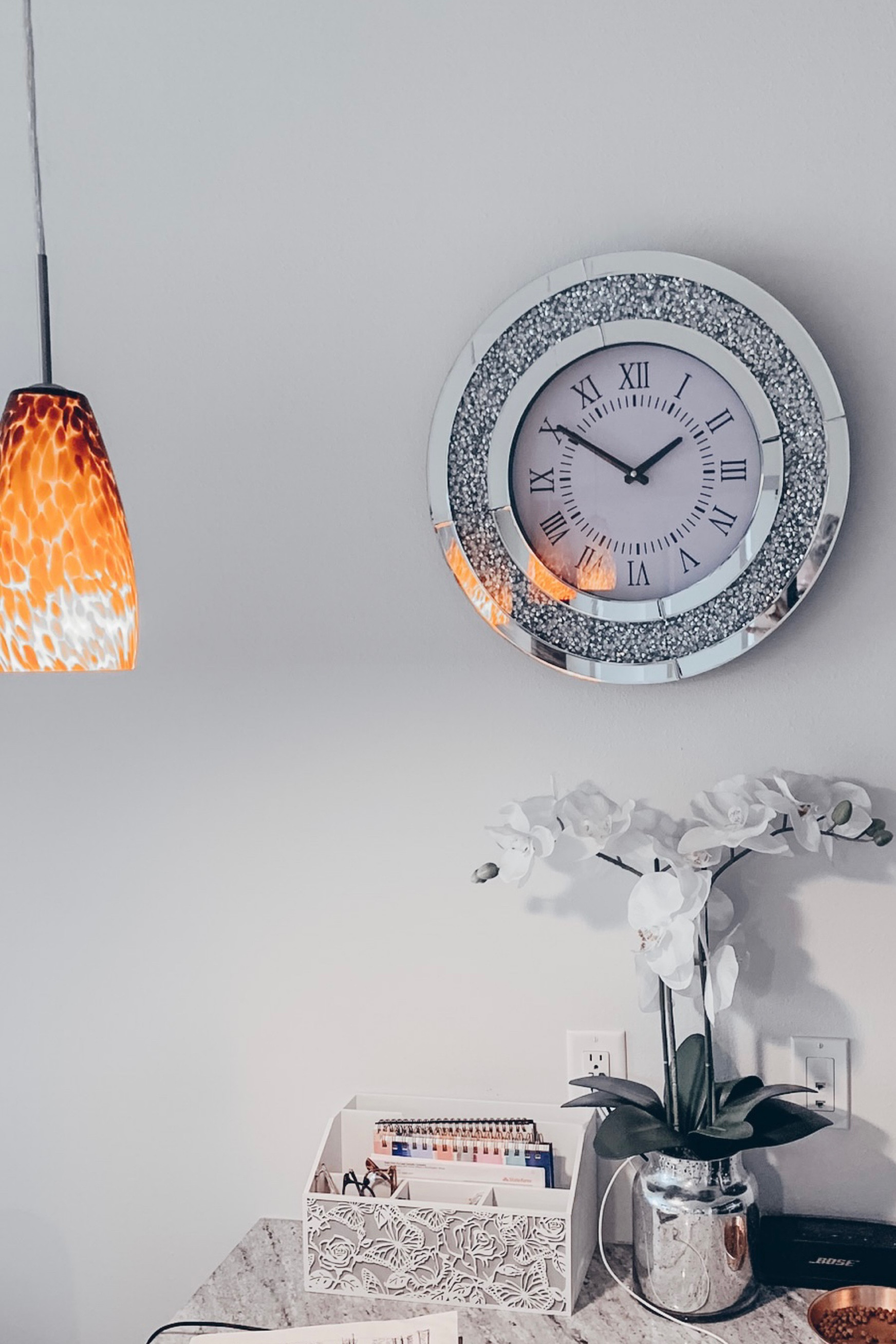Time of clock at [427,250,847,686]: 1:50
